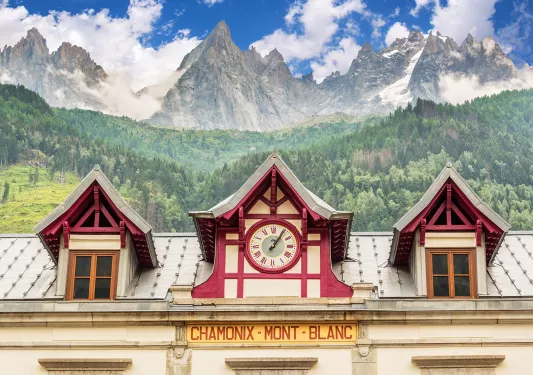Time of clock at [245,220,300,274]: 1:05
